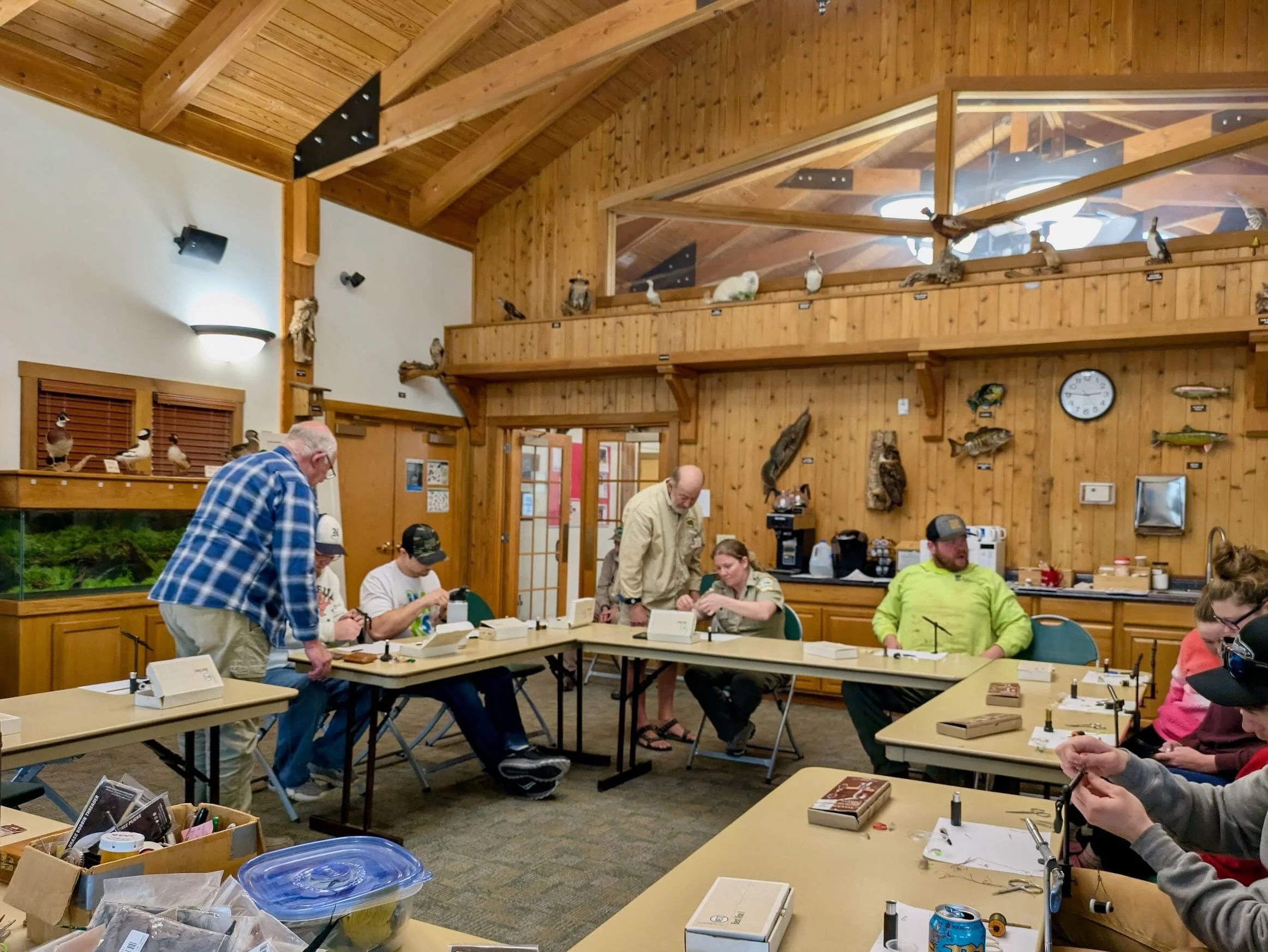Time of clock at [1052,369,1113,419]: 2:46
